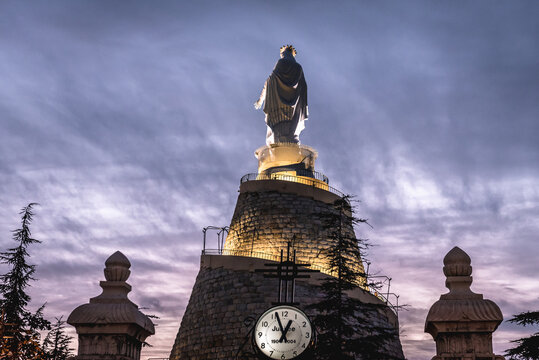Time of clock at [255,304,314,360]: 12:56
